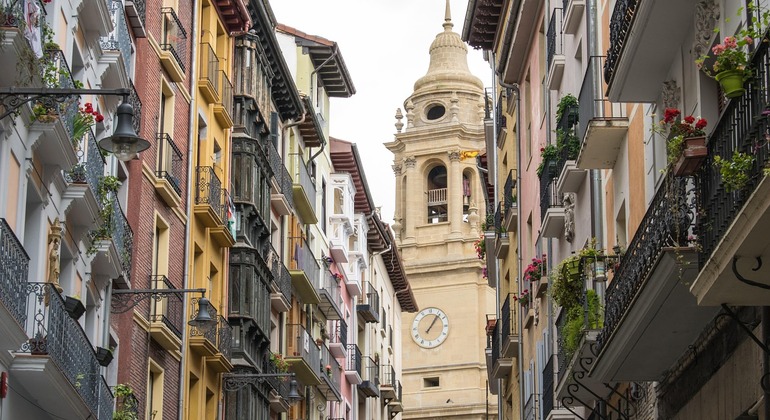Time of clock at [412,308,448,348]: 1:06
